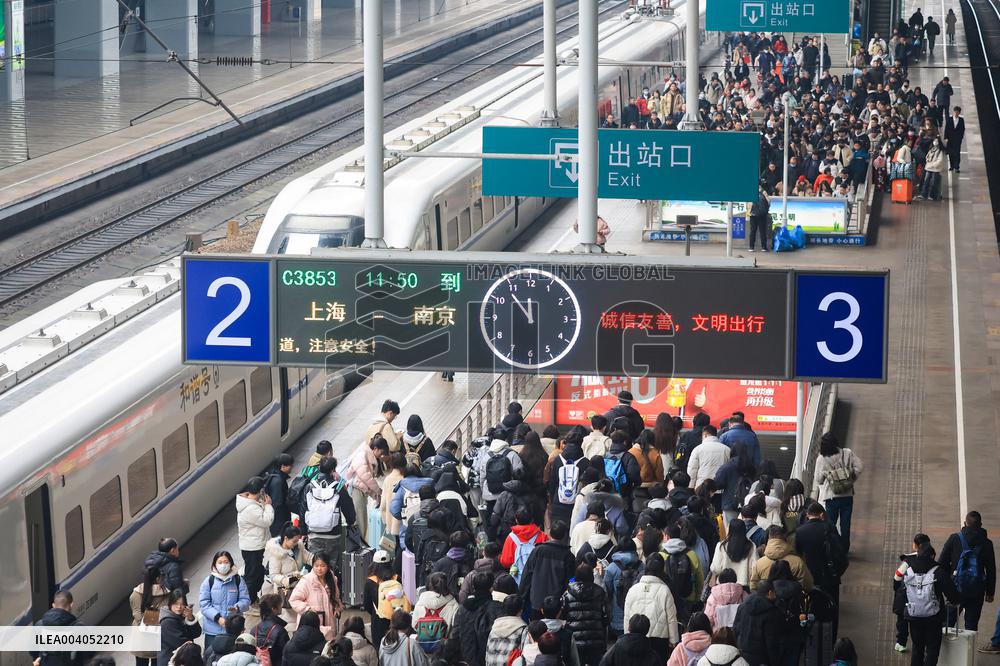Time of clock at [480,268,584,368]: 11:53
